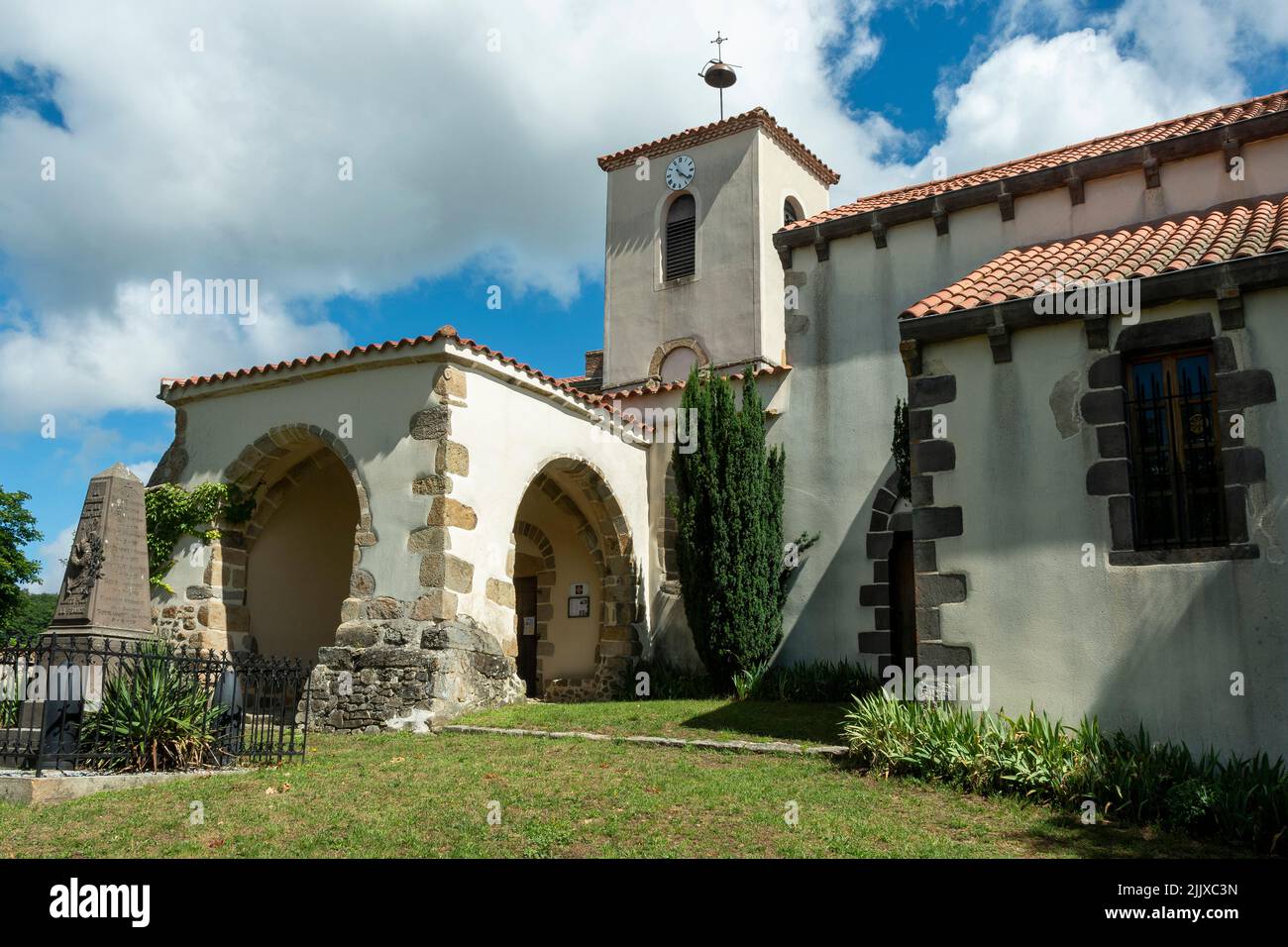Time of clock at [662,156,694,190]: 4:21
